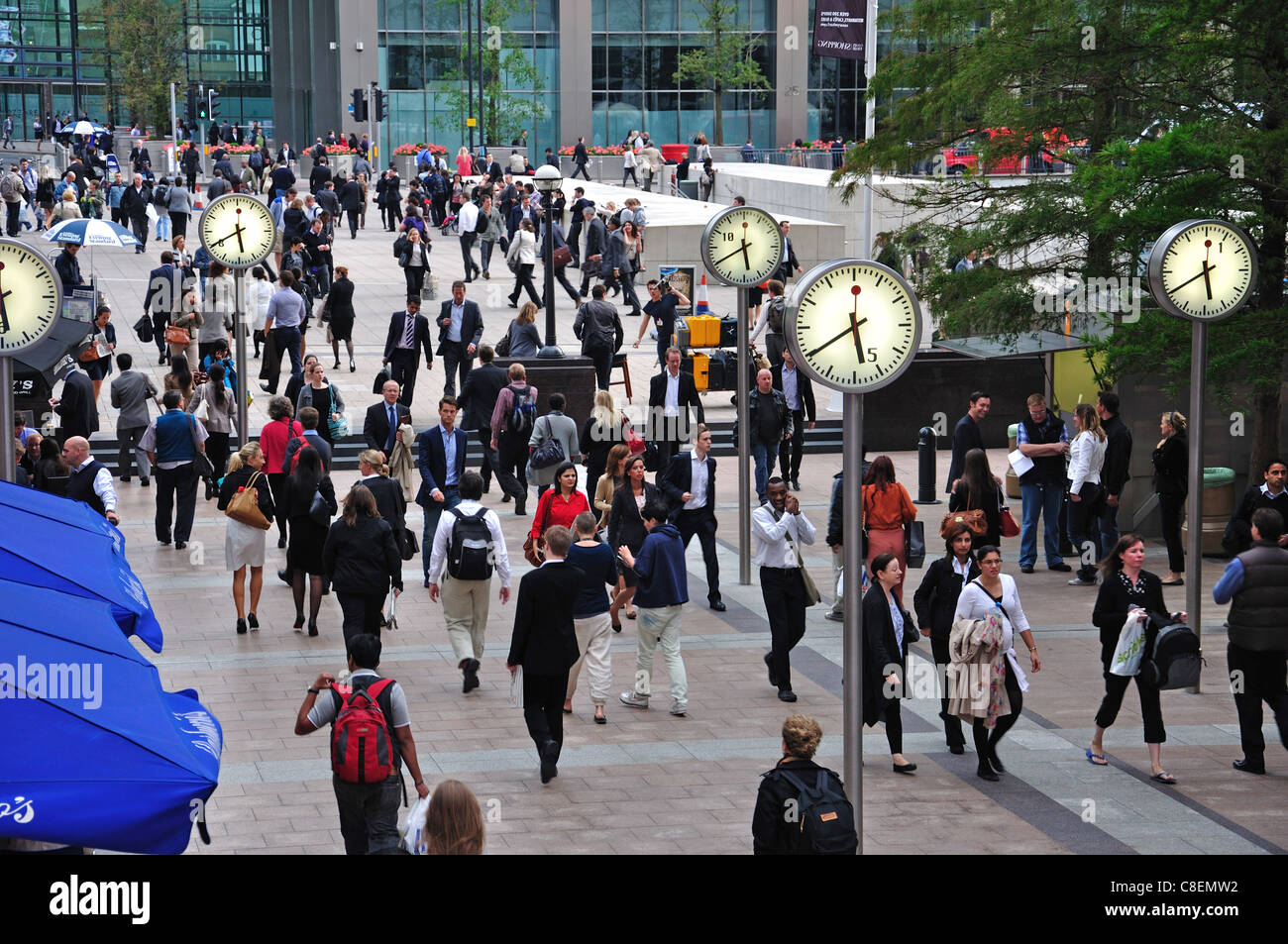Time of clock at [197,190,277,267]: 5:40
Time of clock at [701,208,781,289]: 5:40
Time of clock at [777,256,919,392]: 5:40
